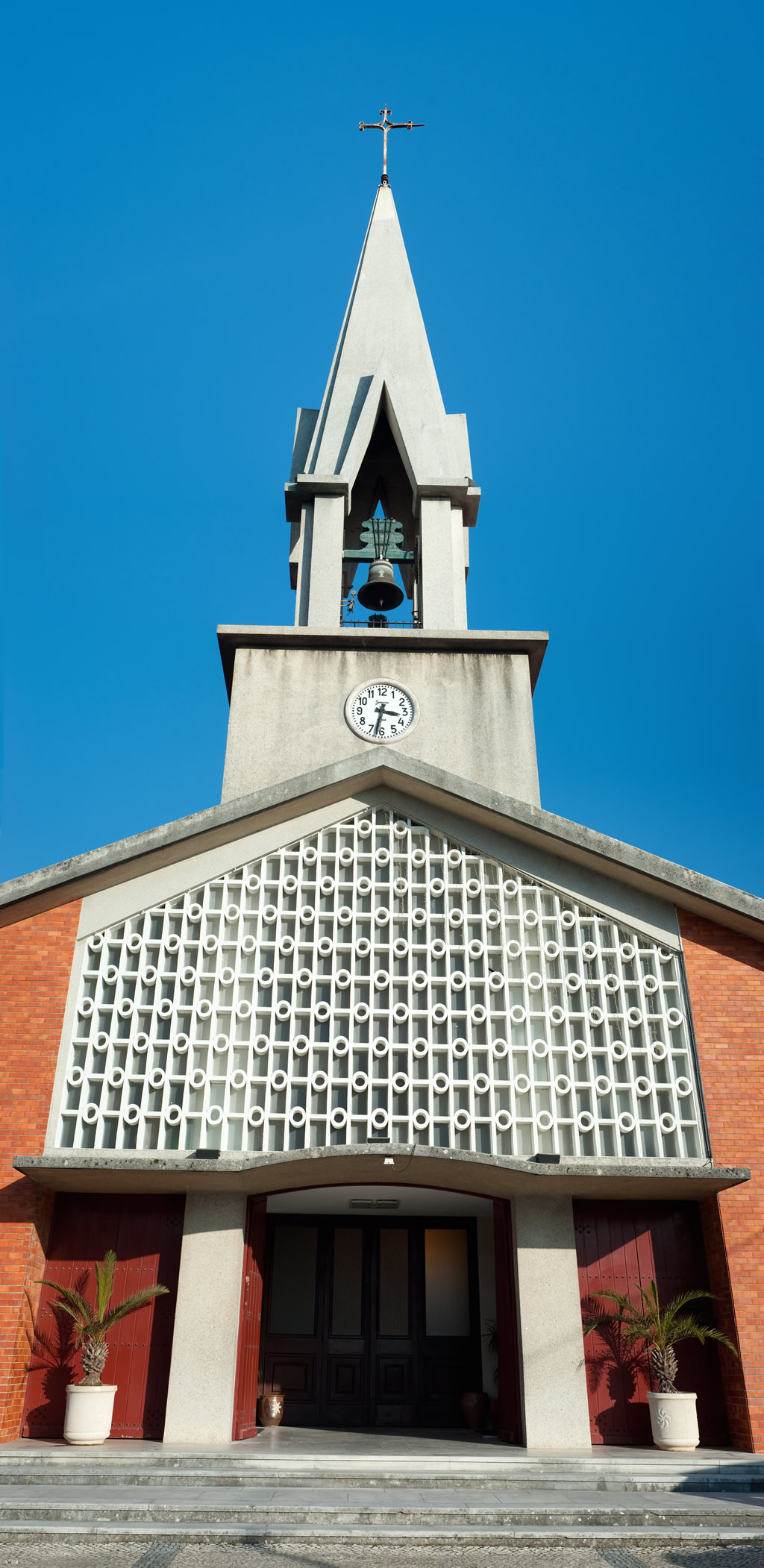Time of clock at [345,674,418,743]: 3:32
